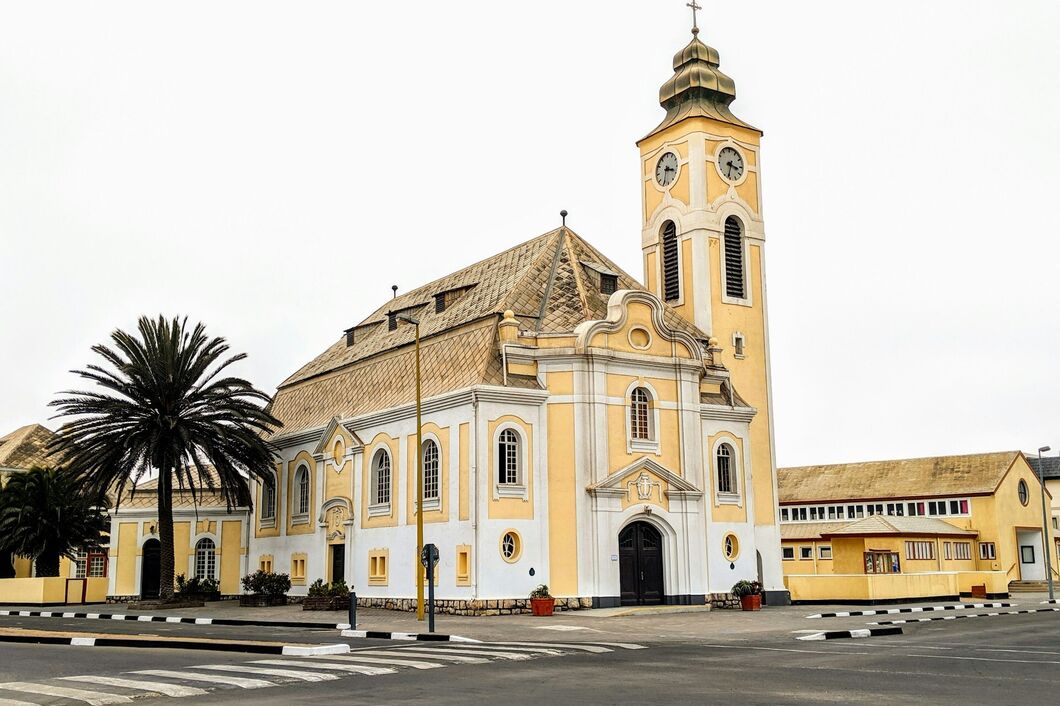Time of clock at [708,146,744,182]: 3:32
